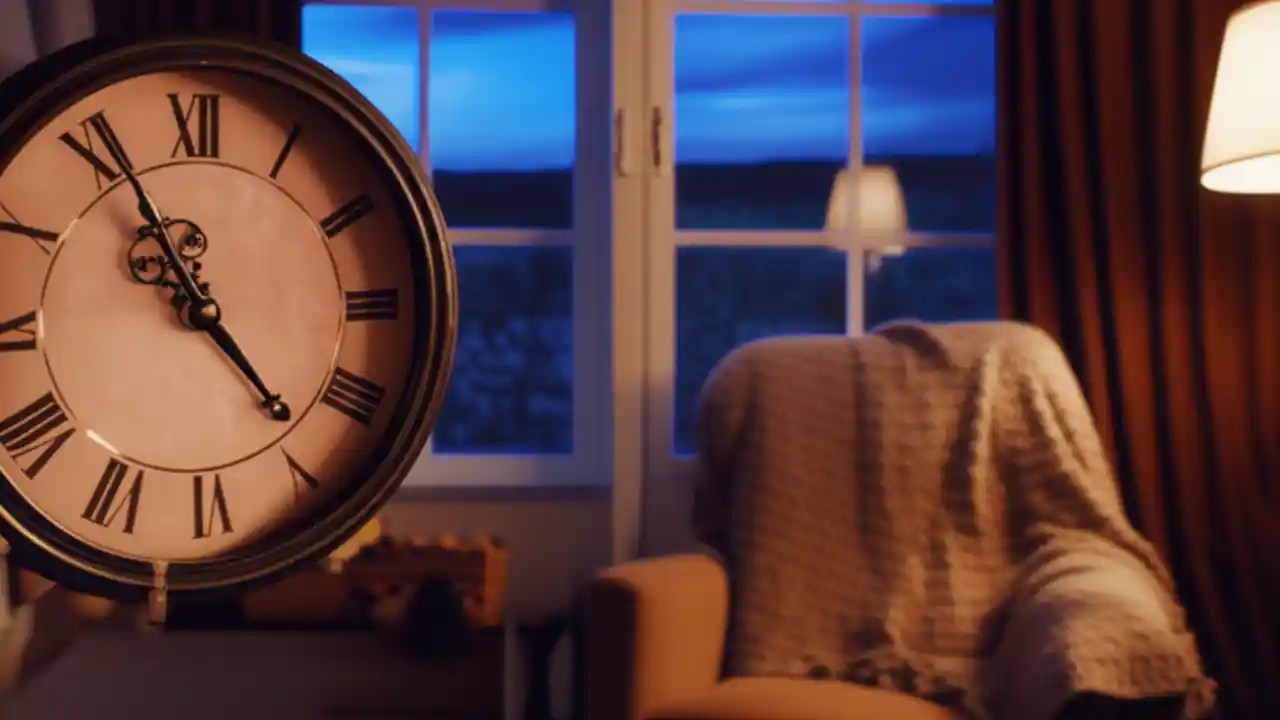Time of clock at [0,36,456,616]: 4:55
